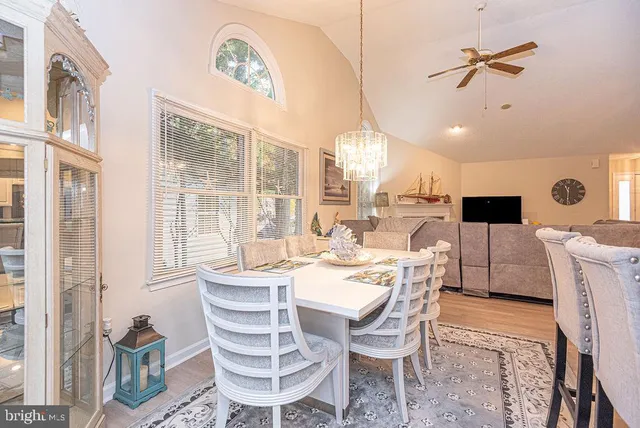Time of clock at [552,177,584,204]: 11:30
